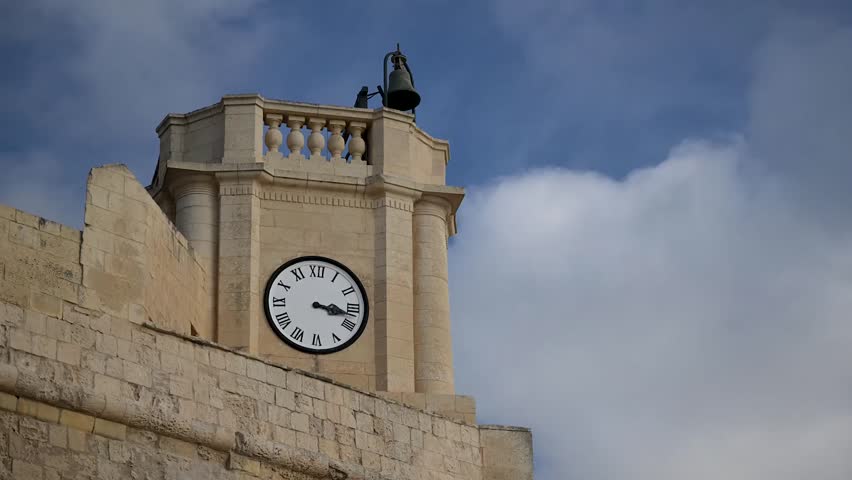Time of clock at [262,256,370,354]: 3:17
